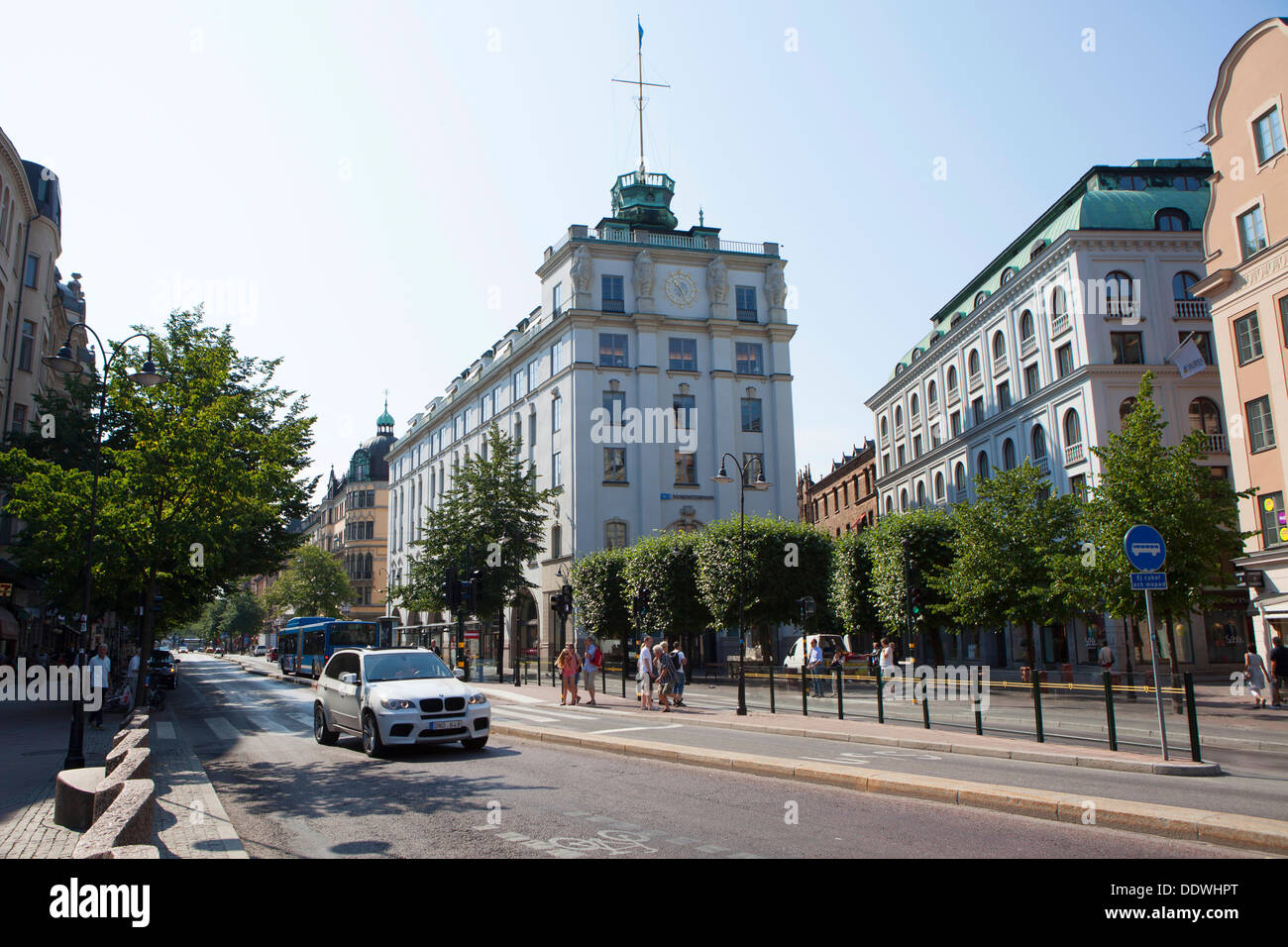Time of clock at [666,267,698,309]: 10:26
